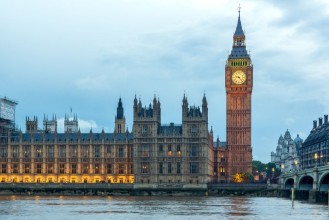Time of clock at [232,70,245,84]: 9:23
